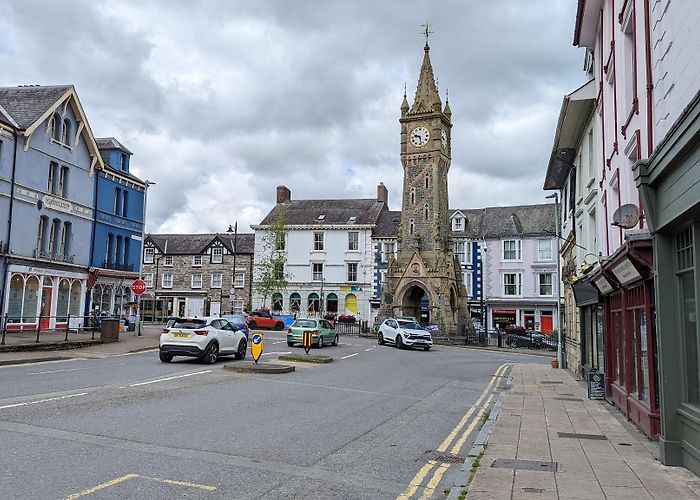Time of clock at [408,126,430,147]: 9:28
